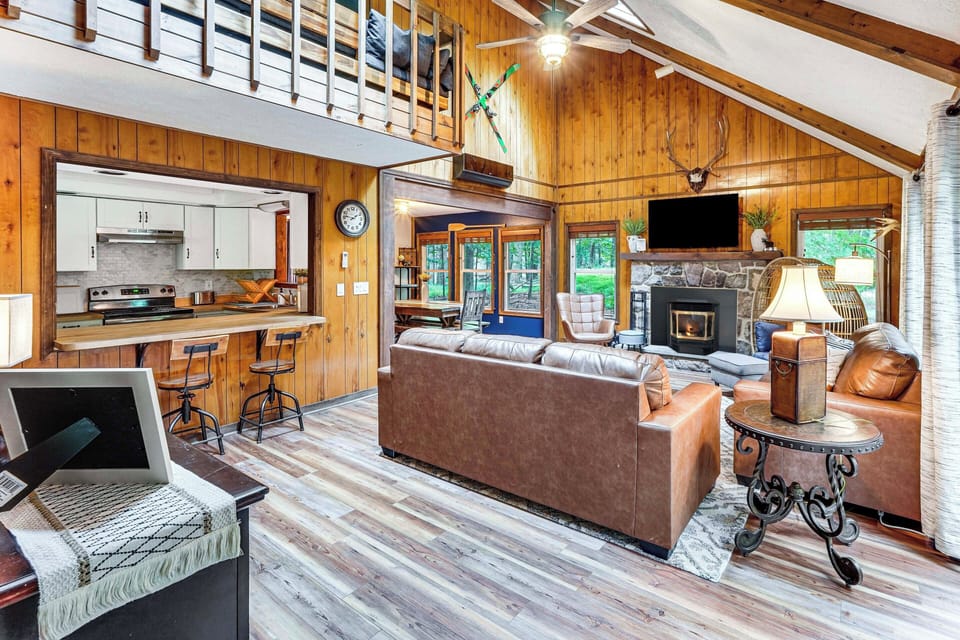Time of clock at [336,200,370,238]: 1:46
